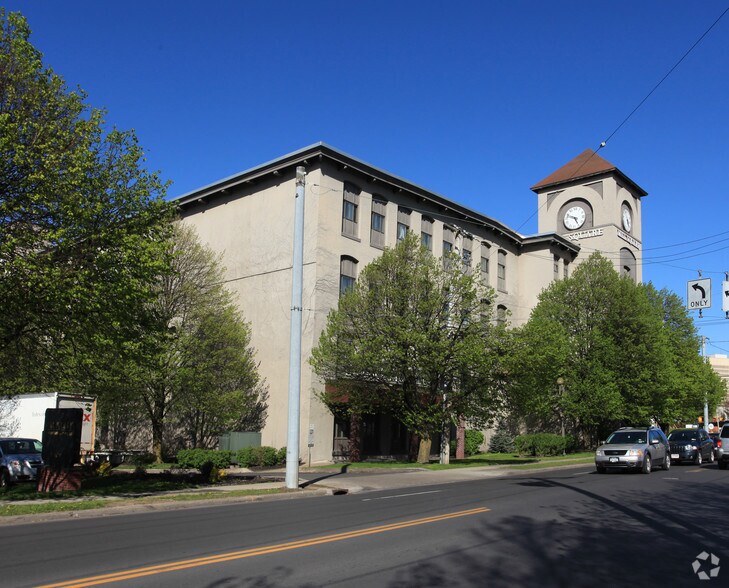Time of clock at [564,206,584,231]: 4:48
